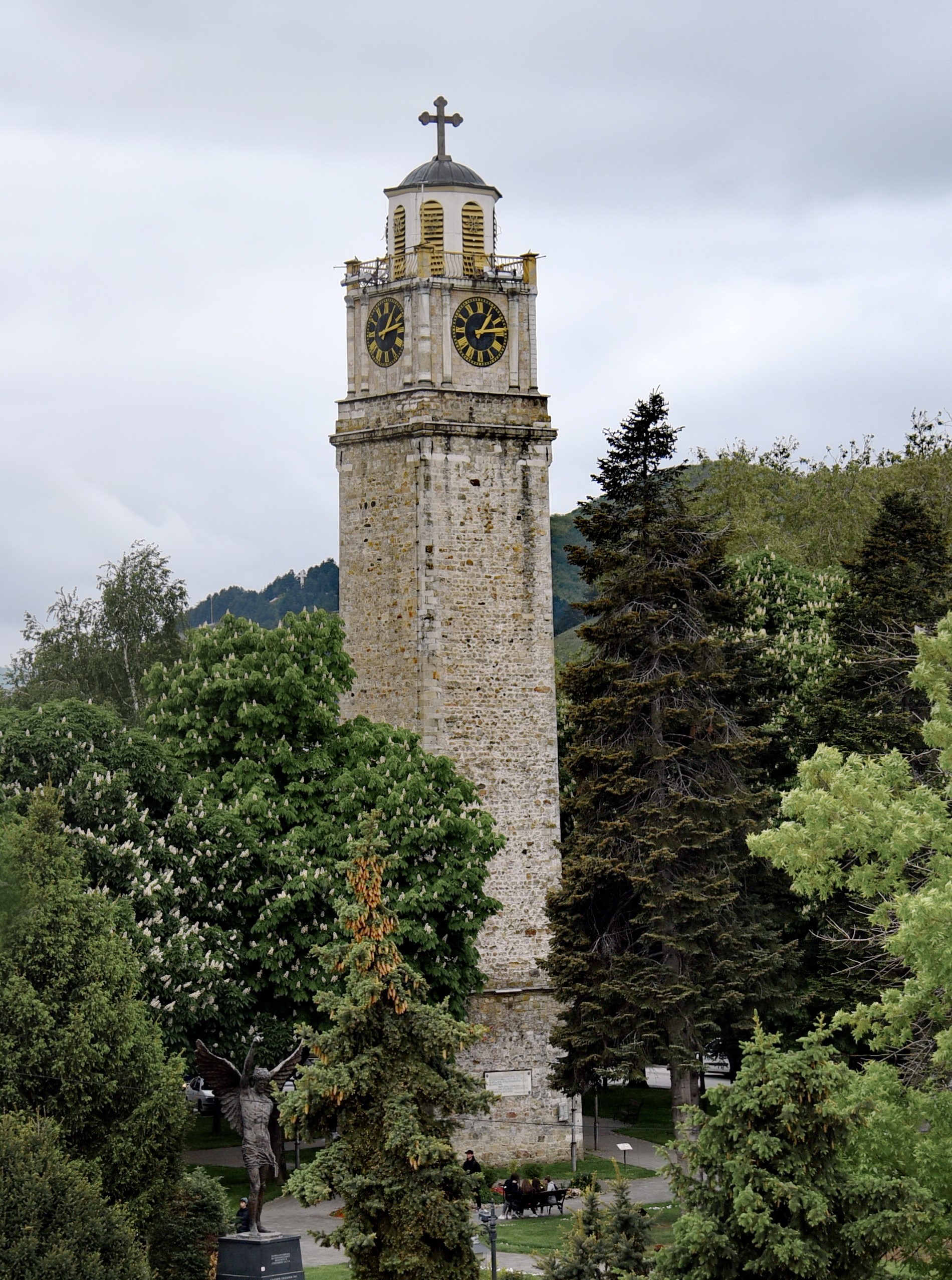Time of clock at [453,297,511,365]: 1:13
